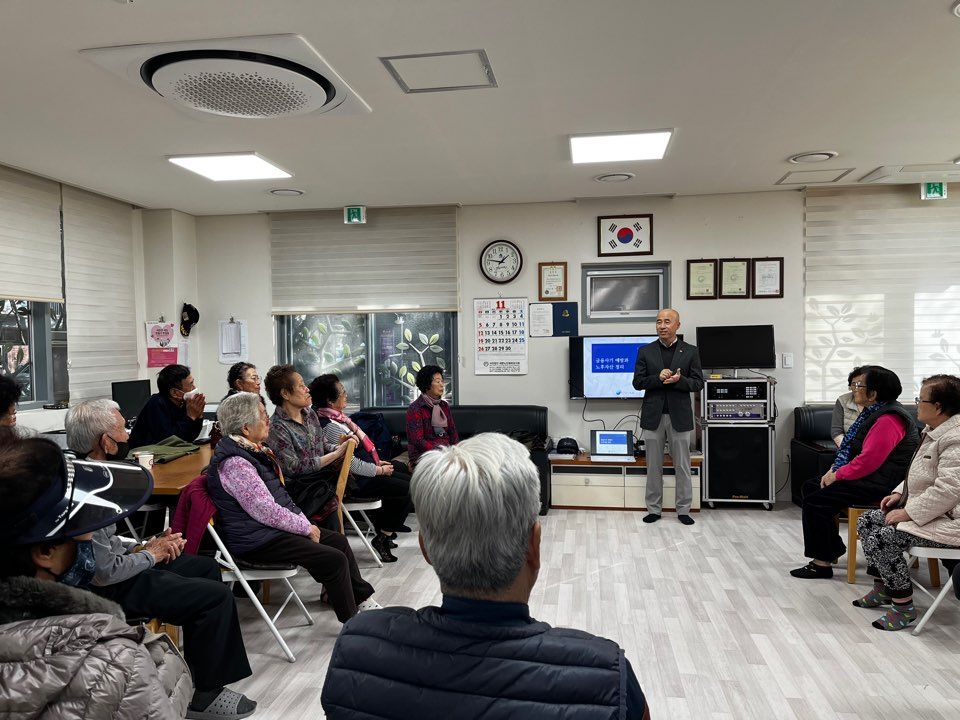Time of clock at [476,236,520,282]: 1:47
